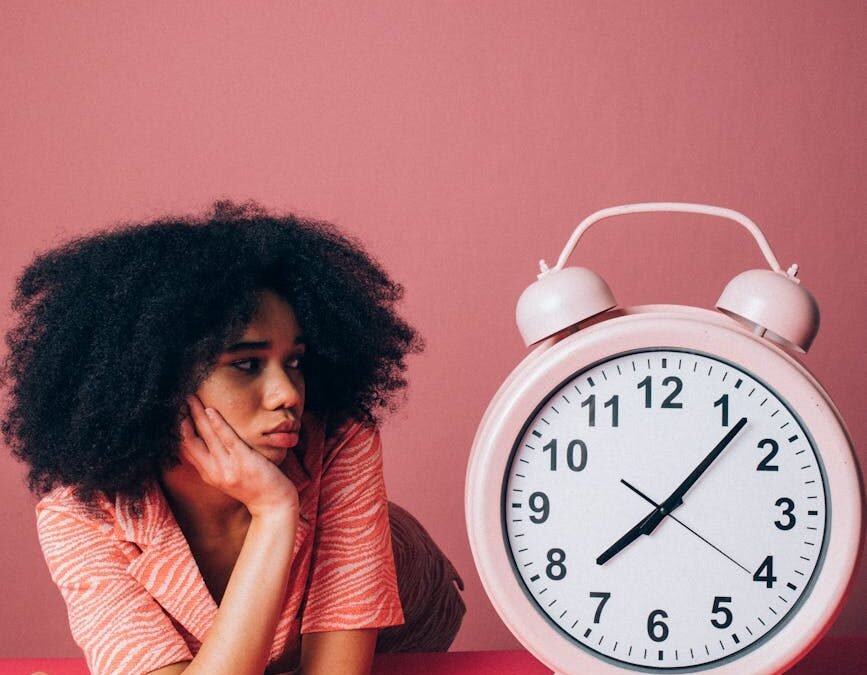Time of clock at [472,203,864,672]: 8:07
